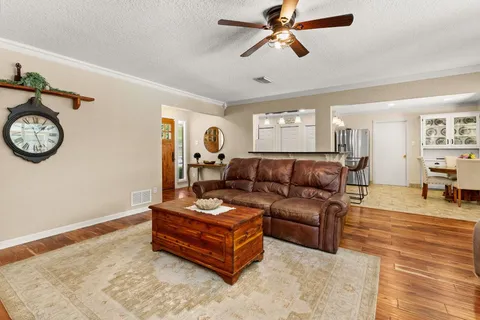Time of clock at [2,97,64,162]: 1:27
